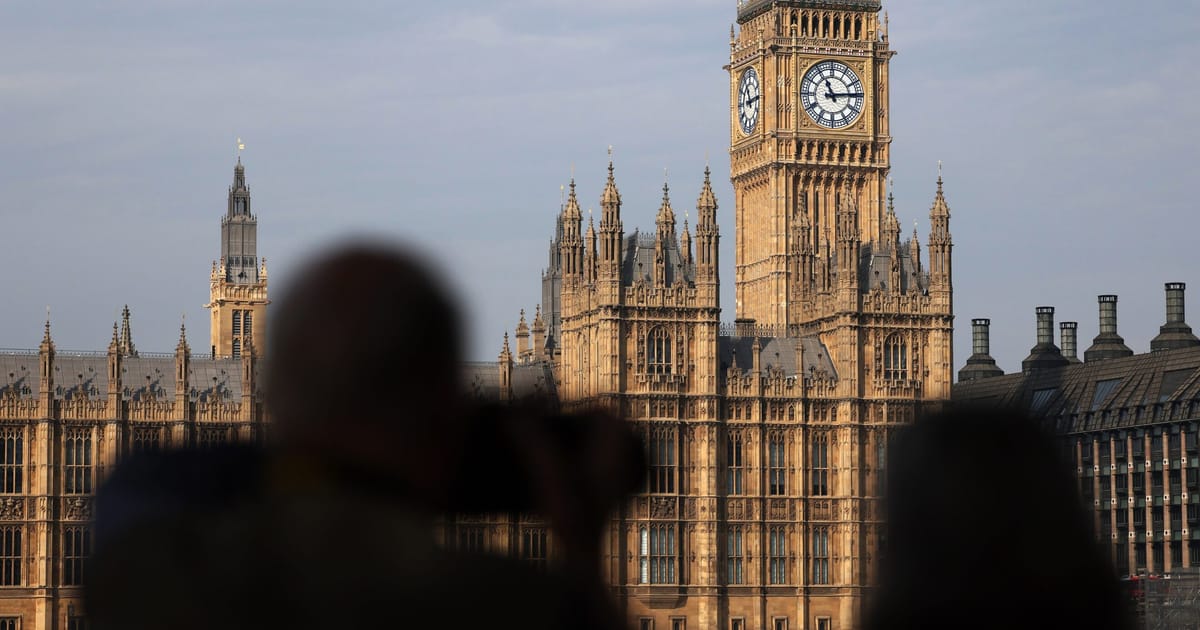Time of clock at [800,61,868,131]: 11:13
